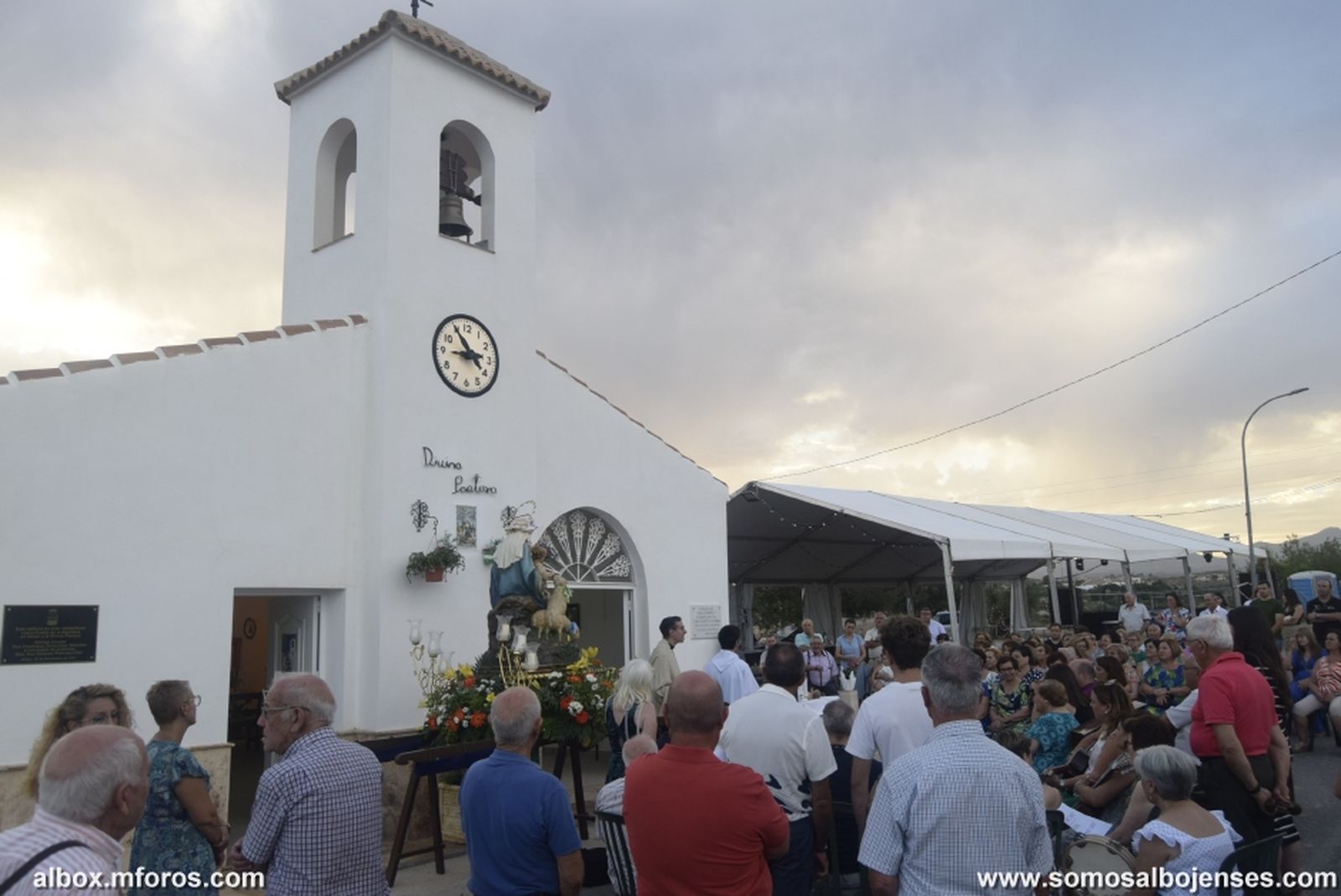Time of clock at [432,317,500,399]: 2:54
